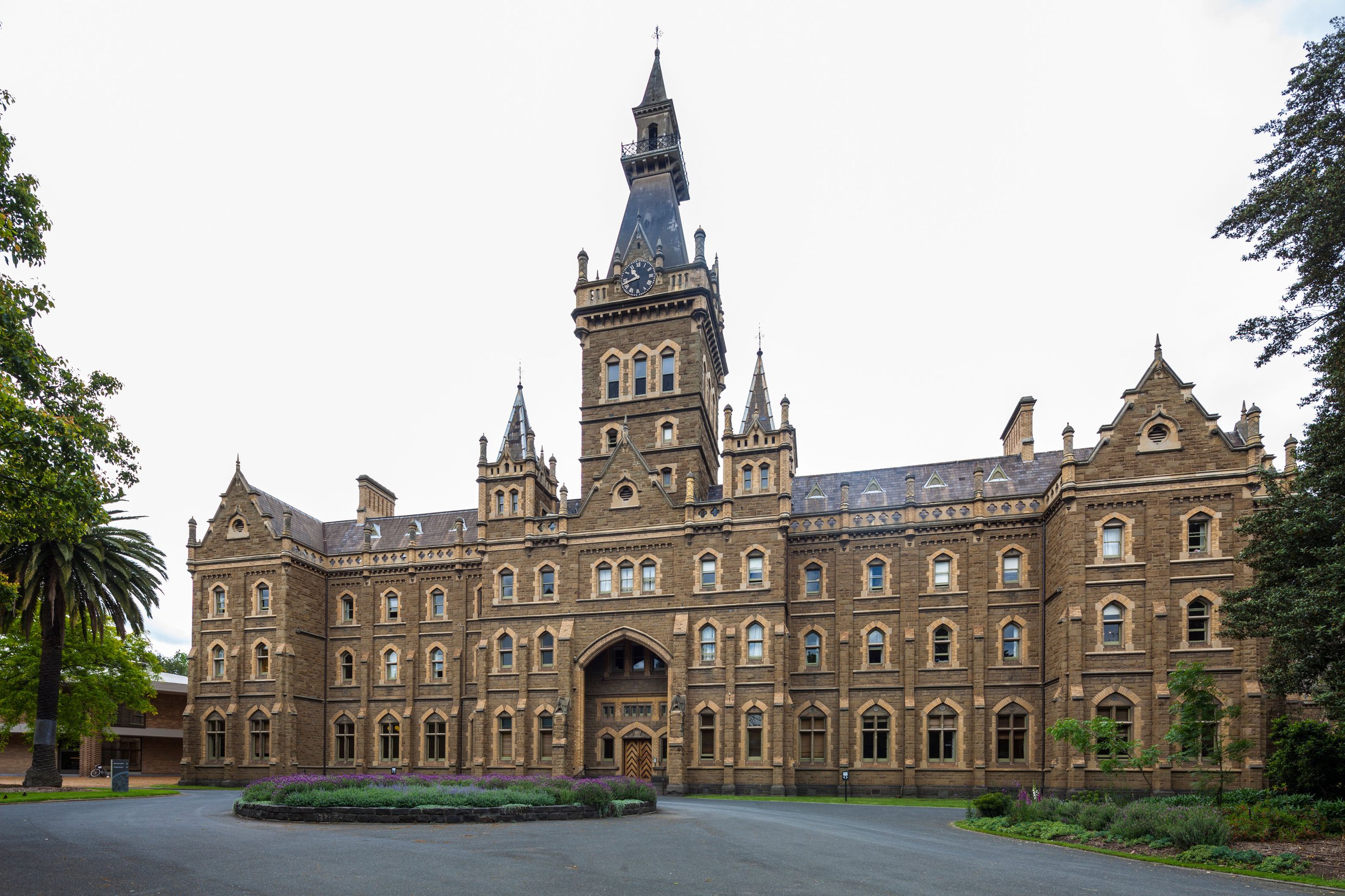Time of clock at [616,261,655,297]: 10:42
